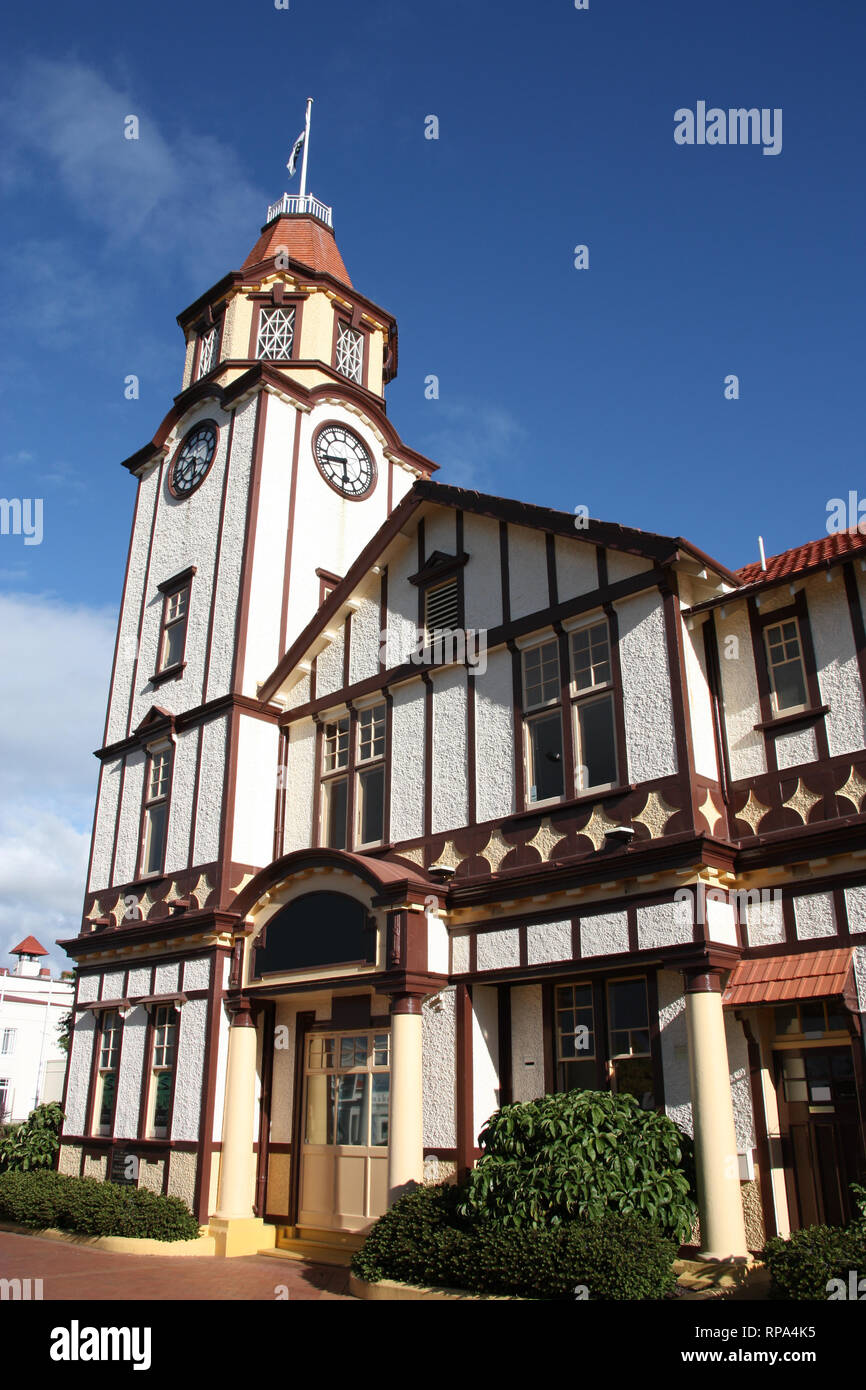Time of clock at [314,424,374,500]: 5:42
